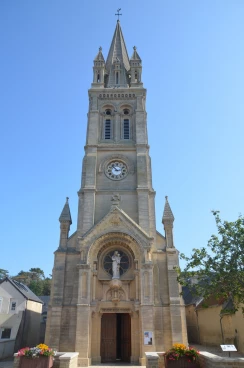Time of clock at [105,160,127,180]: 2:53
